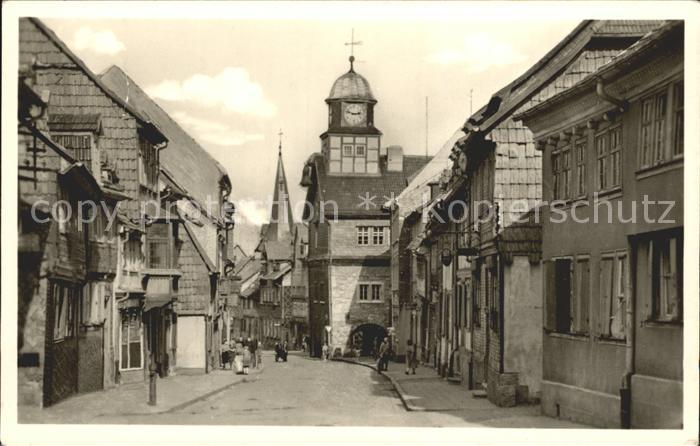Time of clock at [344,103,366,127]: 2:48
